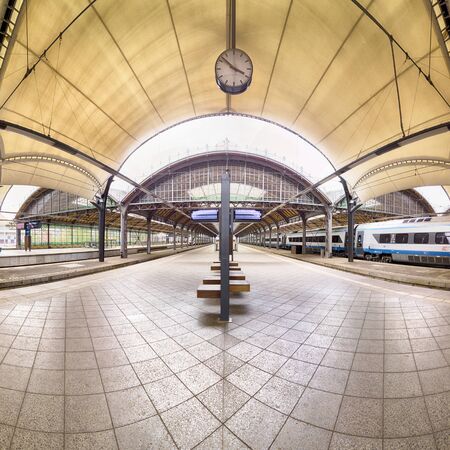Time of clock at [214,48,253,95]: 3:52
